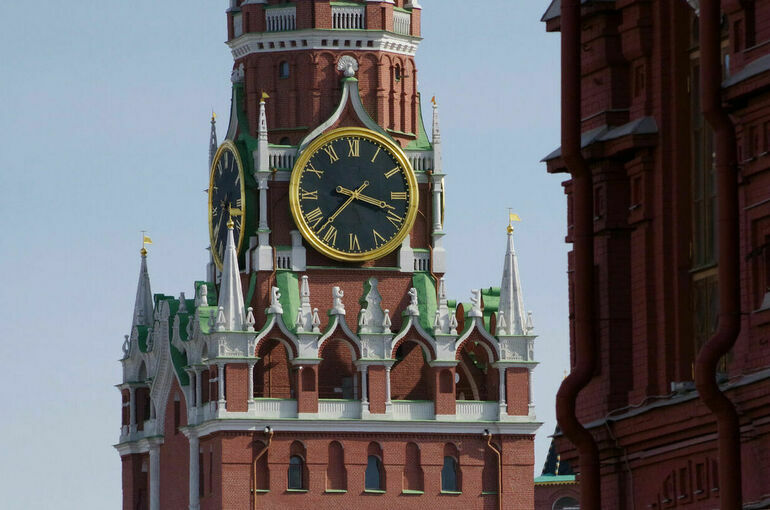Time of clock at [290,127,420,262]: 3:37
